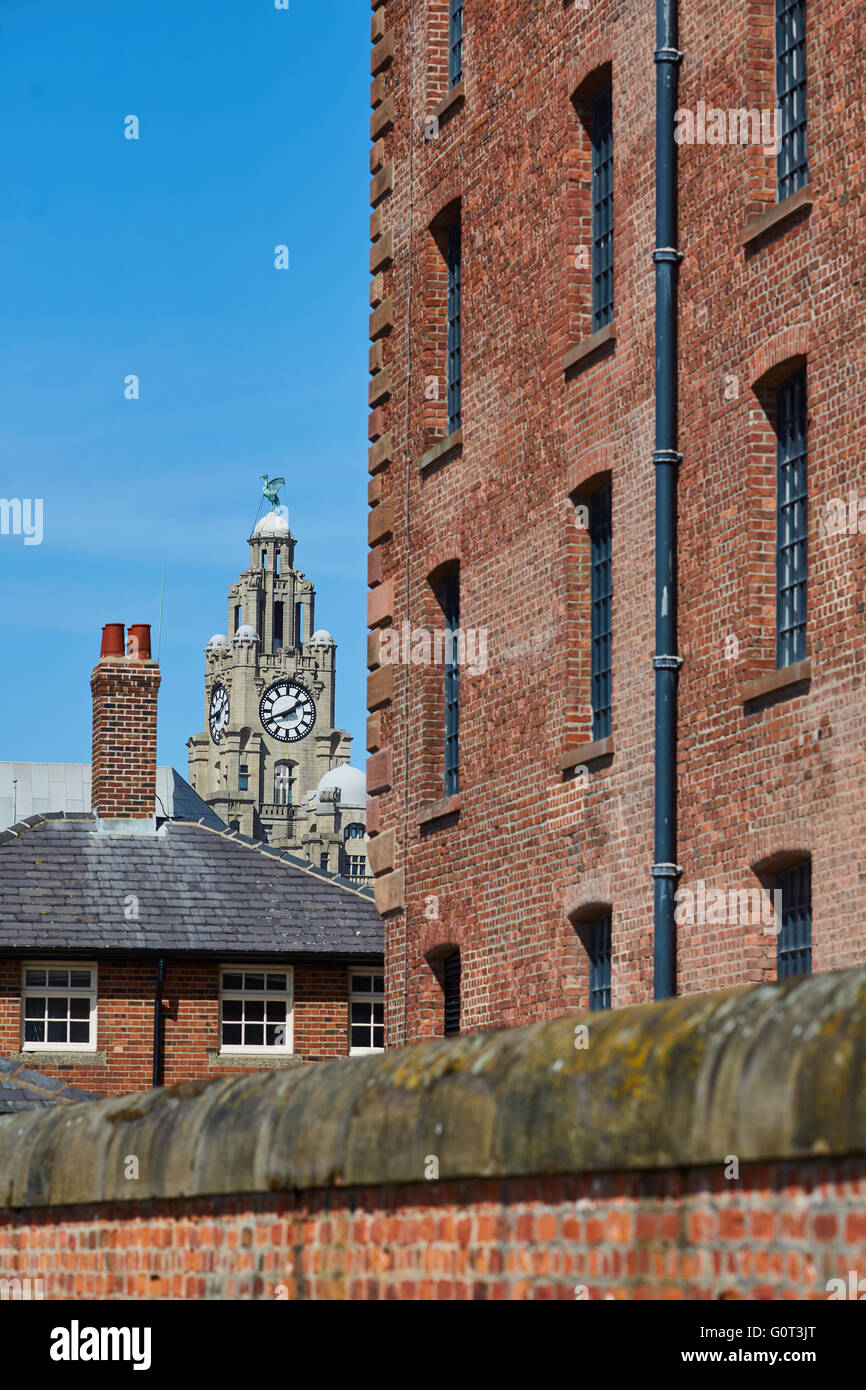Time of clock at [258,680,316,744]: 1:41
